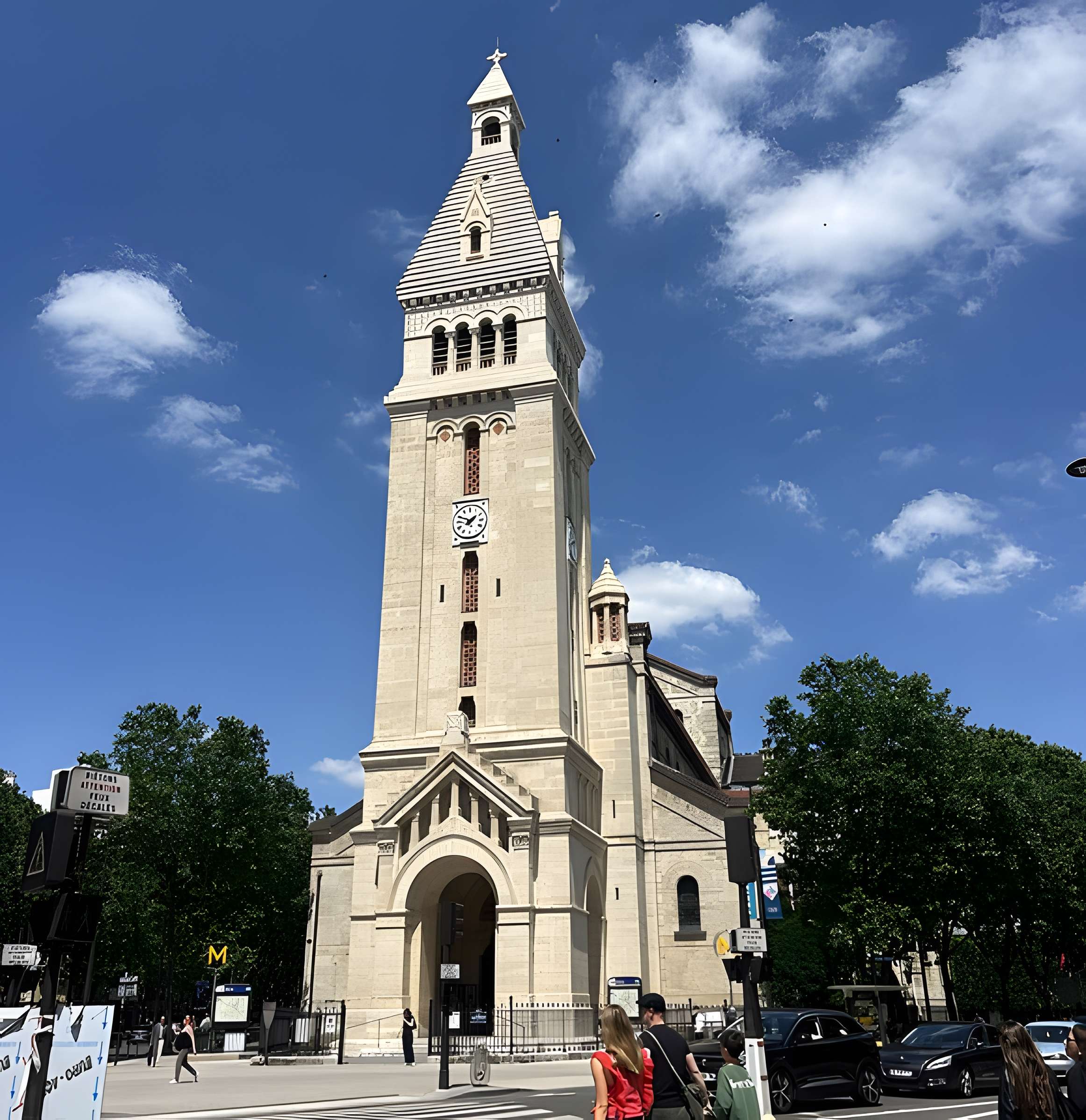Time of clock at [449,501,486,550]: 1:49
